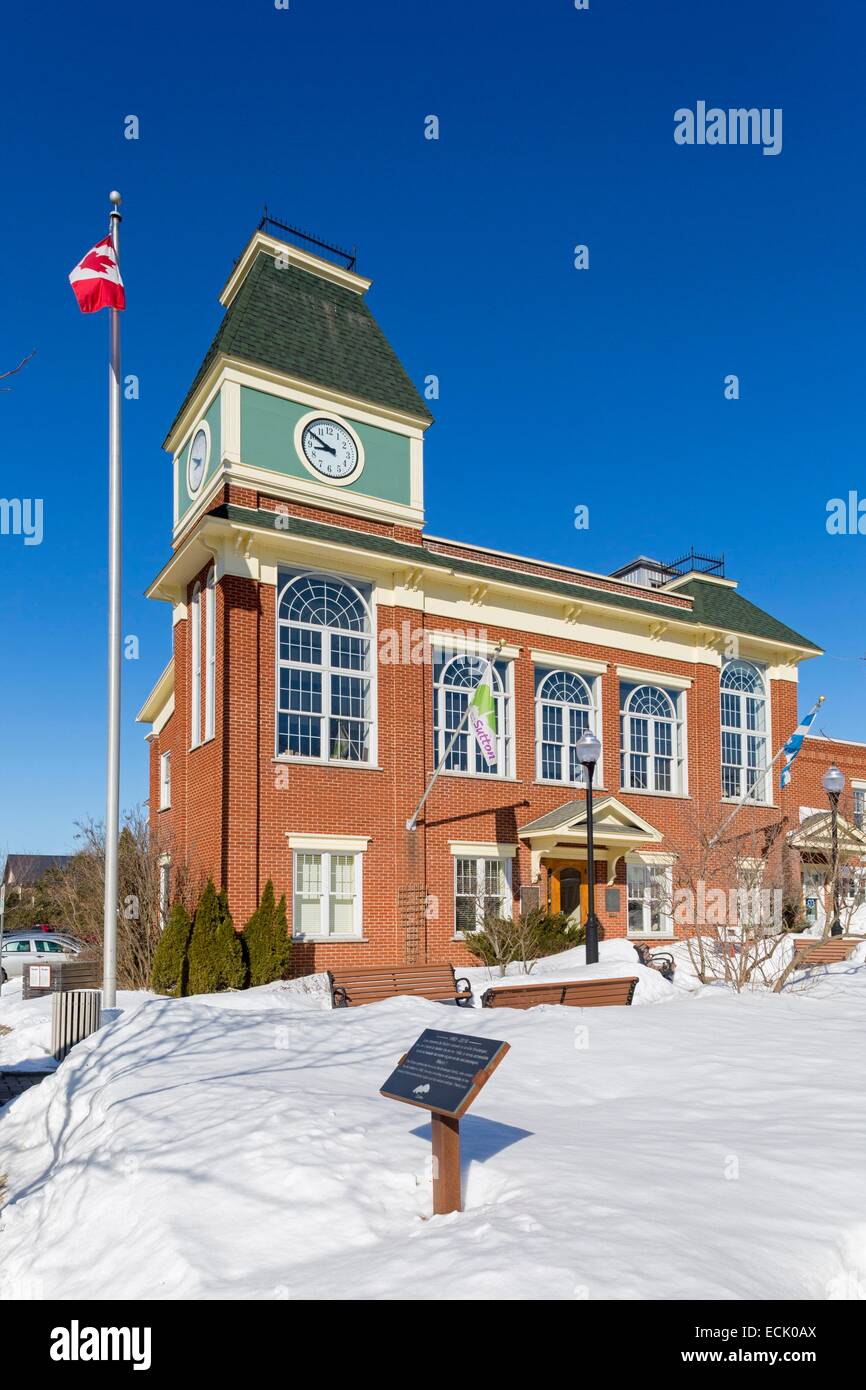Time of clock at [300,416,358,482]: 8:50
